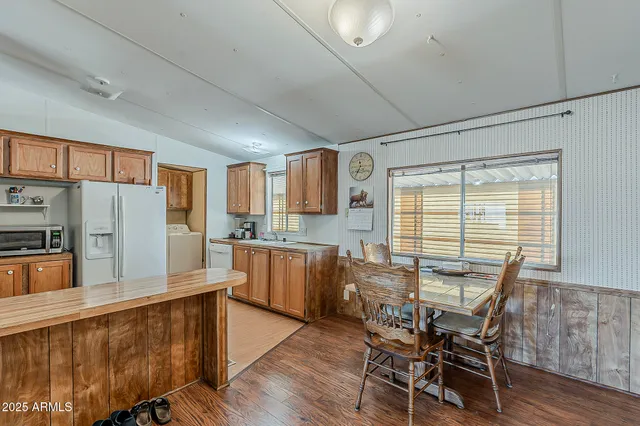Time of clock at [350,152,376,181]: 11:35
